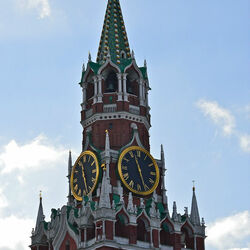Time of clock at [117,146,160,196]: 11:26
